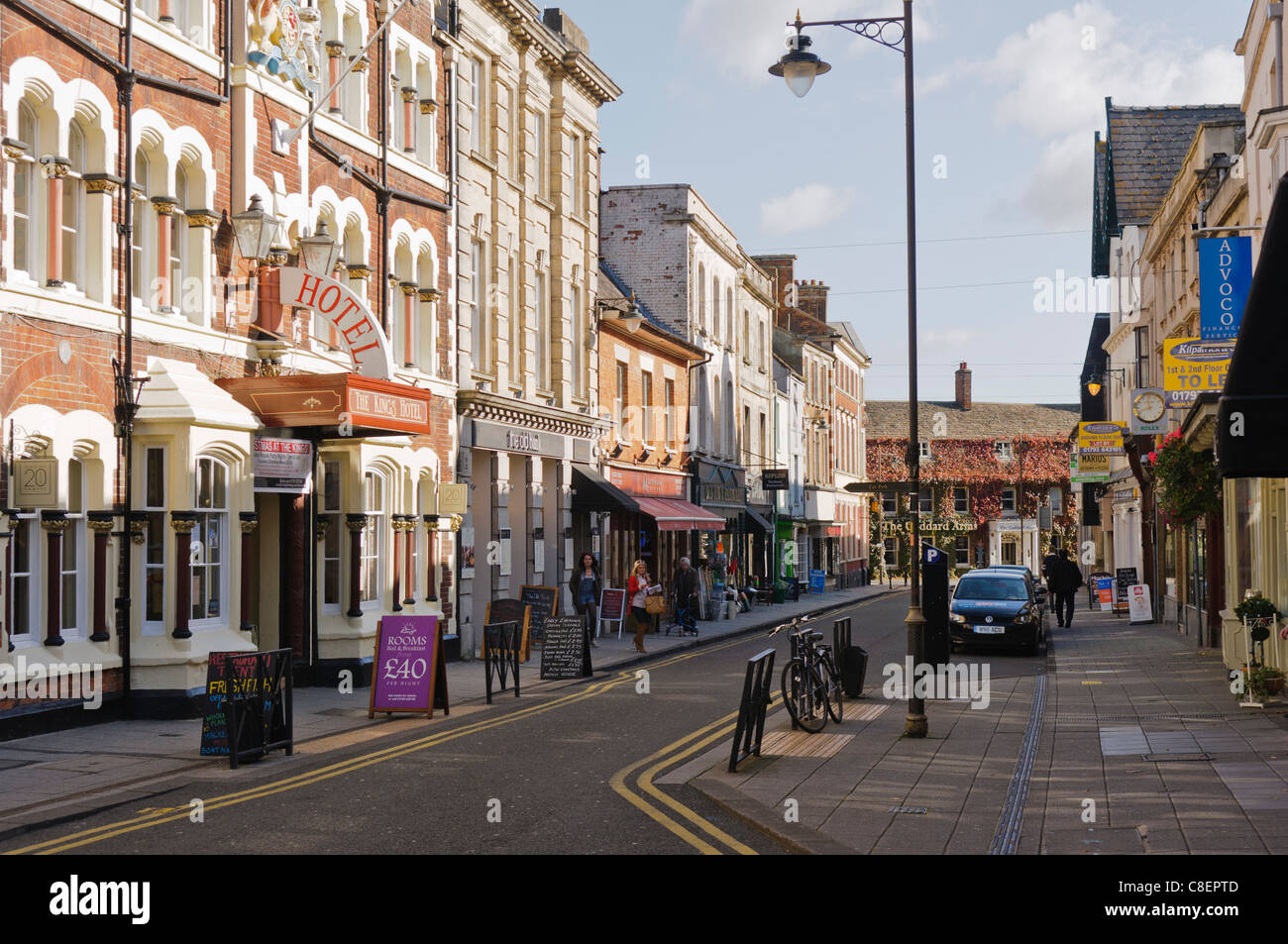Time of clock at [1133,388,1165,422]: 11:42
